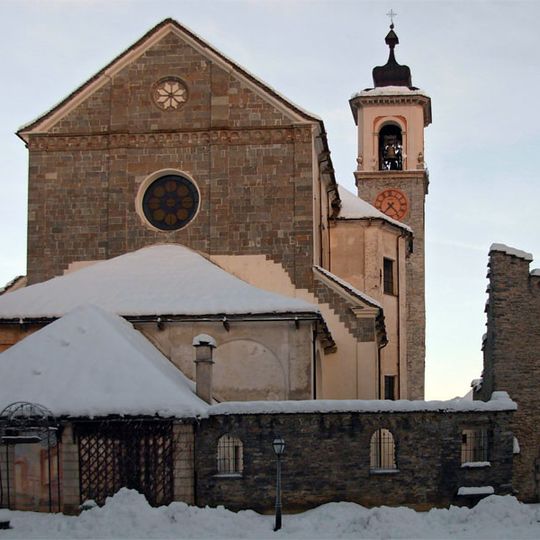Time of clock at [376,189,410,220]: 7:23
